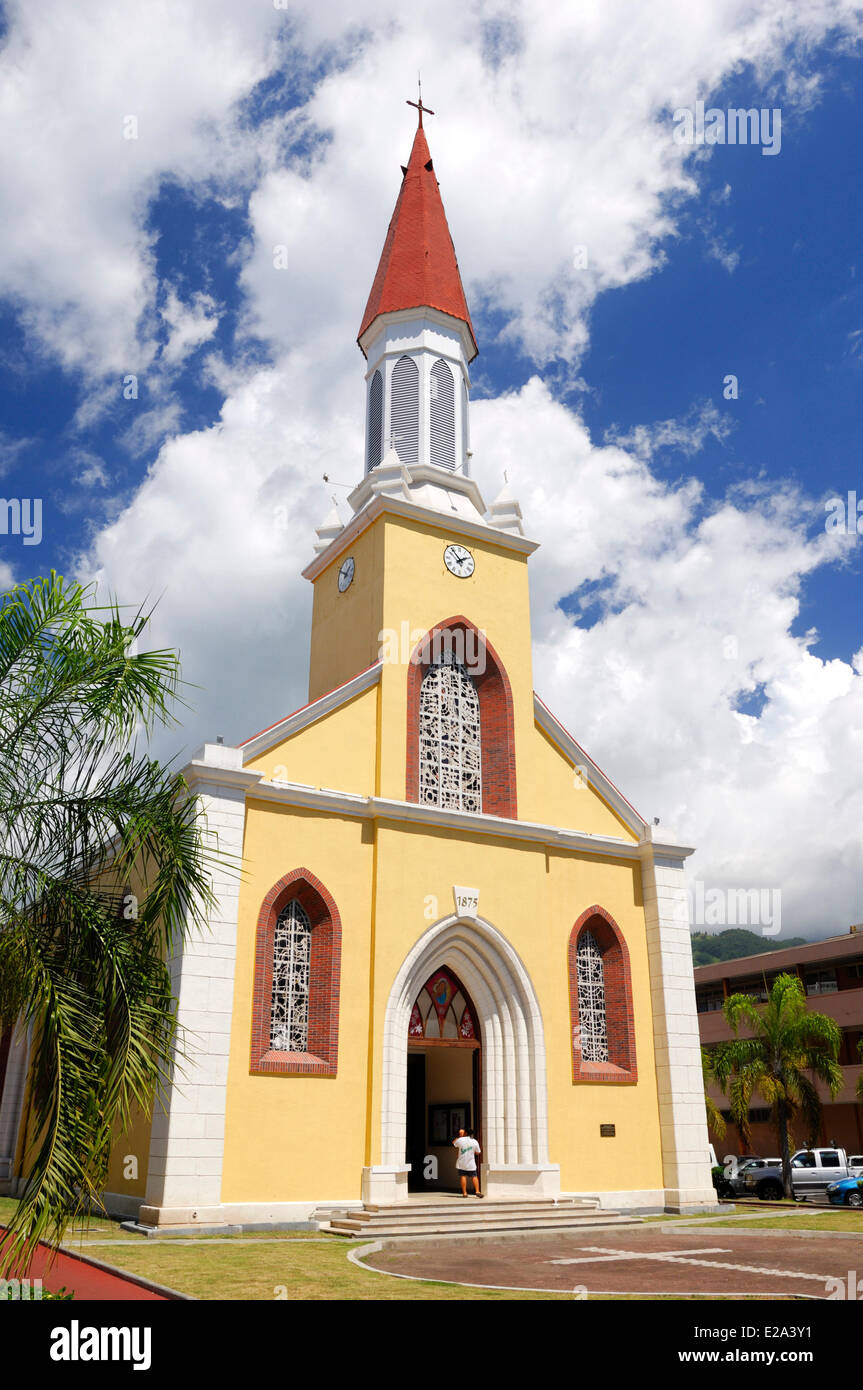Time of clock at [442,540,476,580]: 1:53
